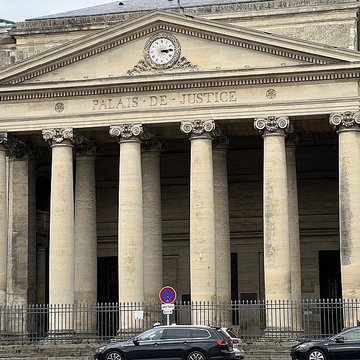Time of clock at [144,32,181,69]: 3:13
